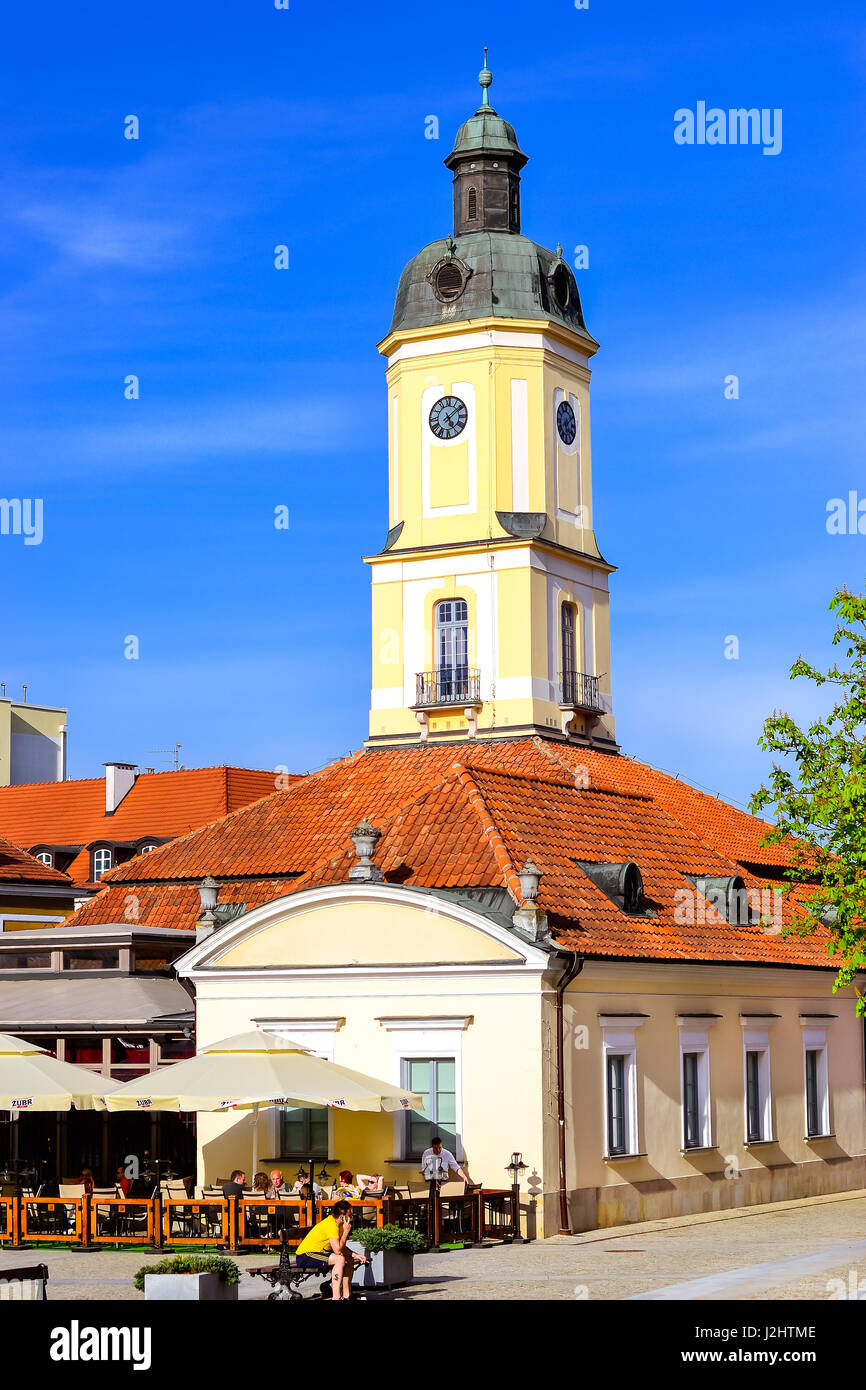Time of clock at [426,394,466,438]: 5:08
